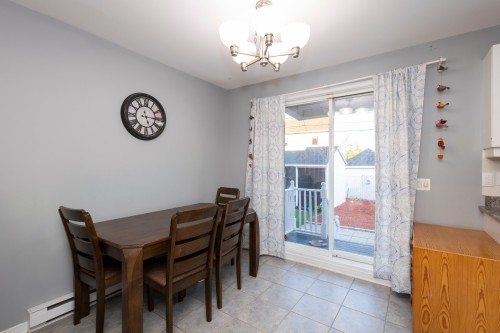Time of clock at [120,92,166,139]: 5:15
